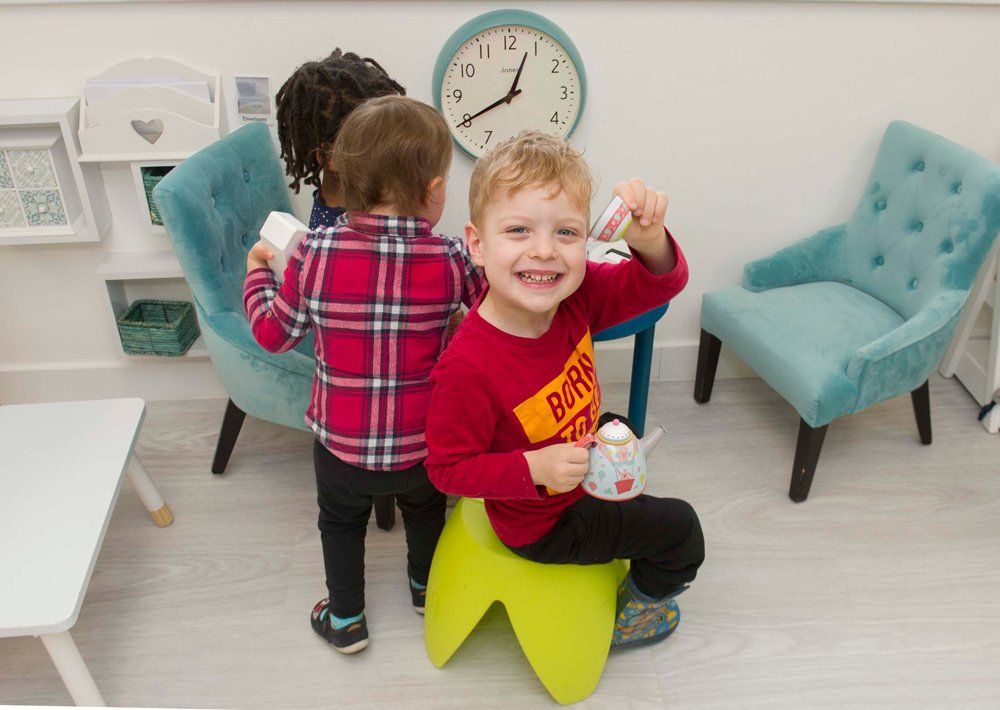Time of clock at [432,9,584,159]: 12:40
